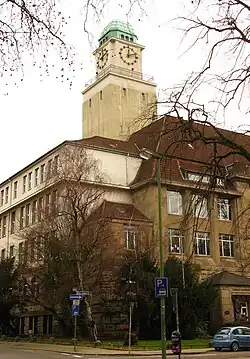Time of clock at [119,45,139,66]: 12:11
